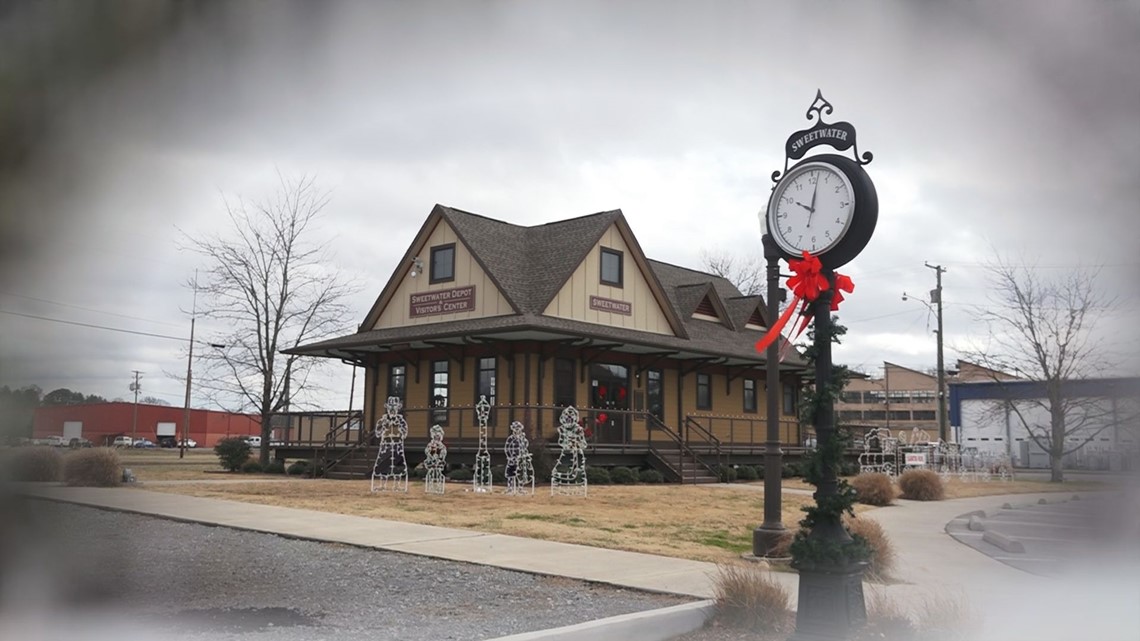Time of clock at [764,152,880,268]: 10:01
